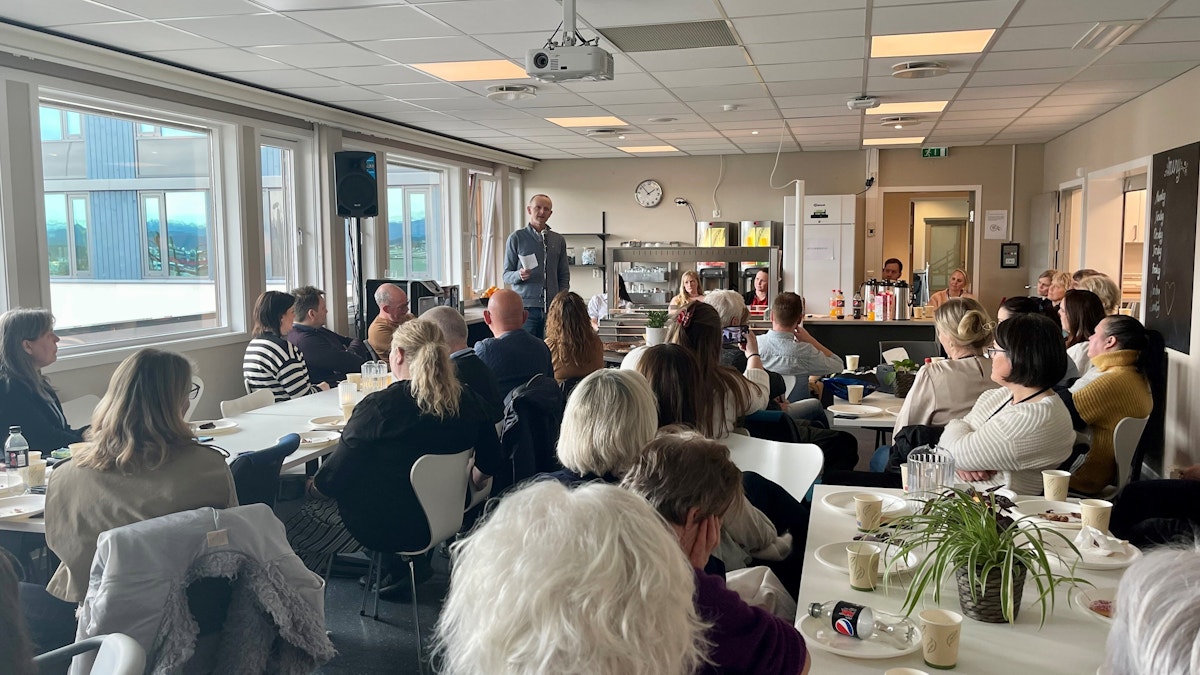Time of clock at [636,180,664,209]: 1:52
